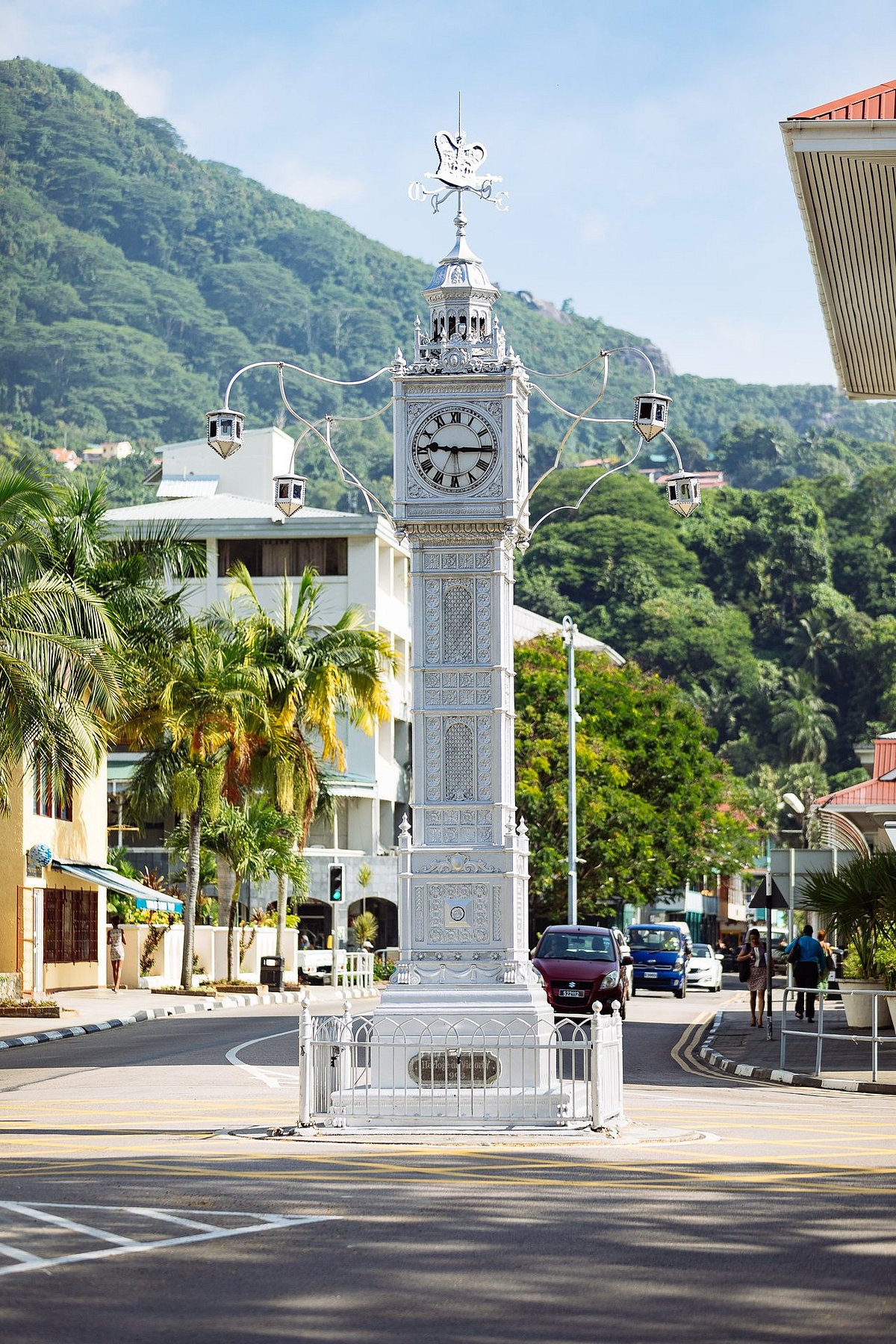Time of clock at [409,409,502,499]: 9:15
